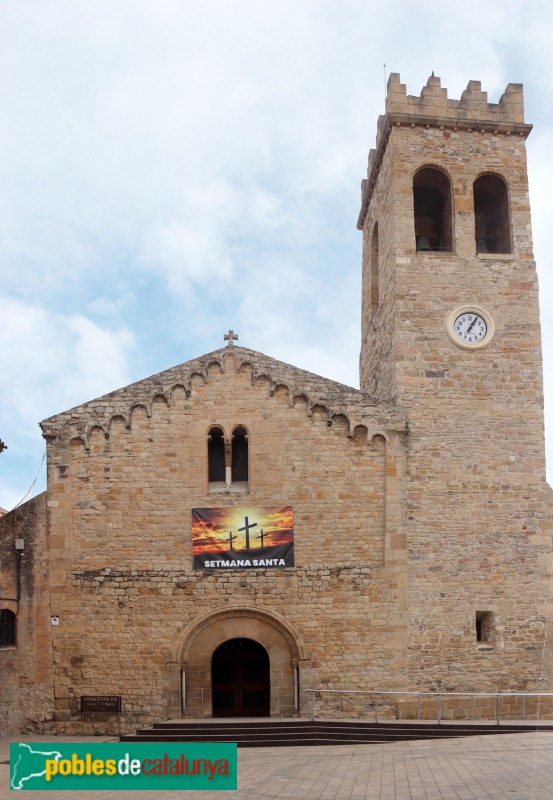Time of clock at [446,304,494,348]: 1:05
